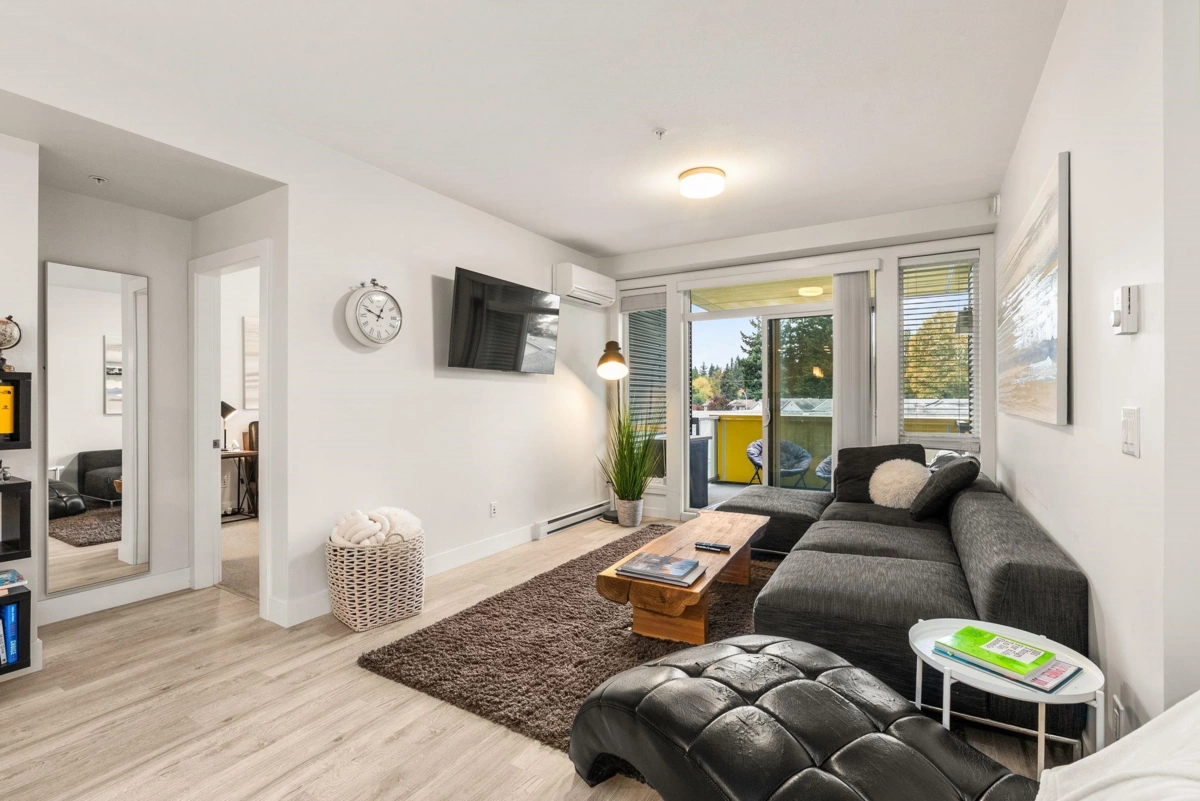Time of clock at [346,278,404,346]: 12:49
